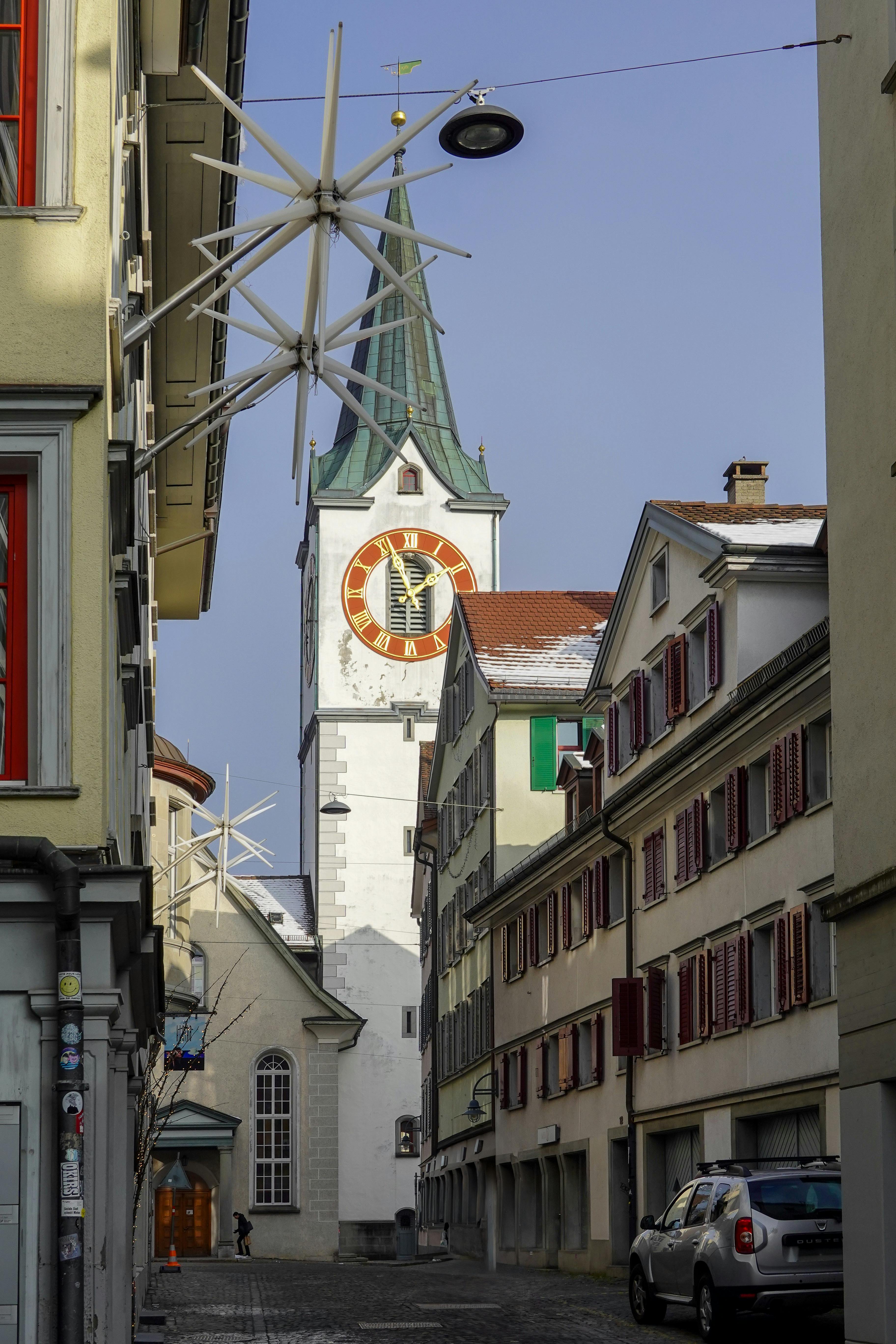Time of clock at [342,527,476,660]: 1:56
